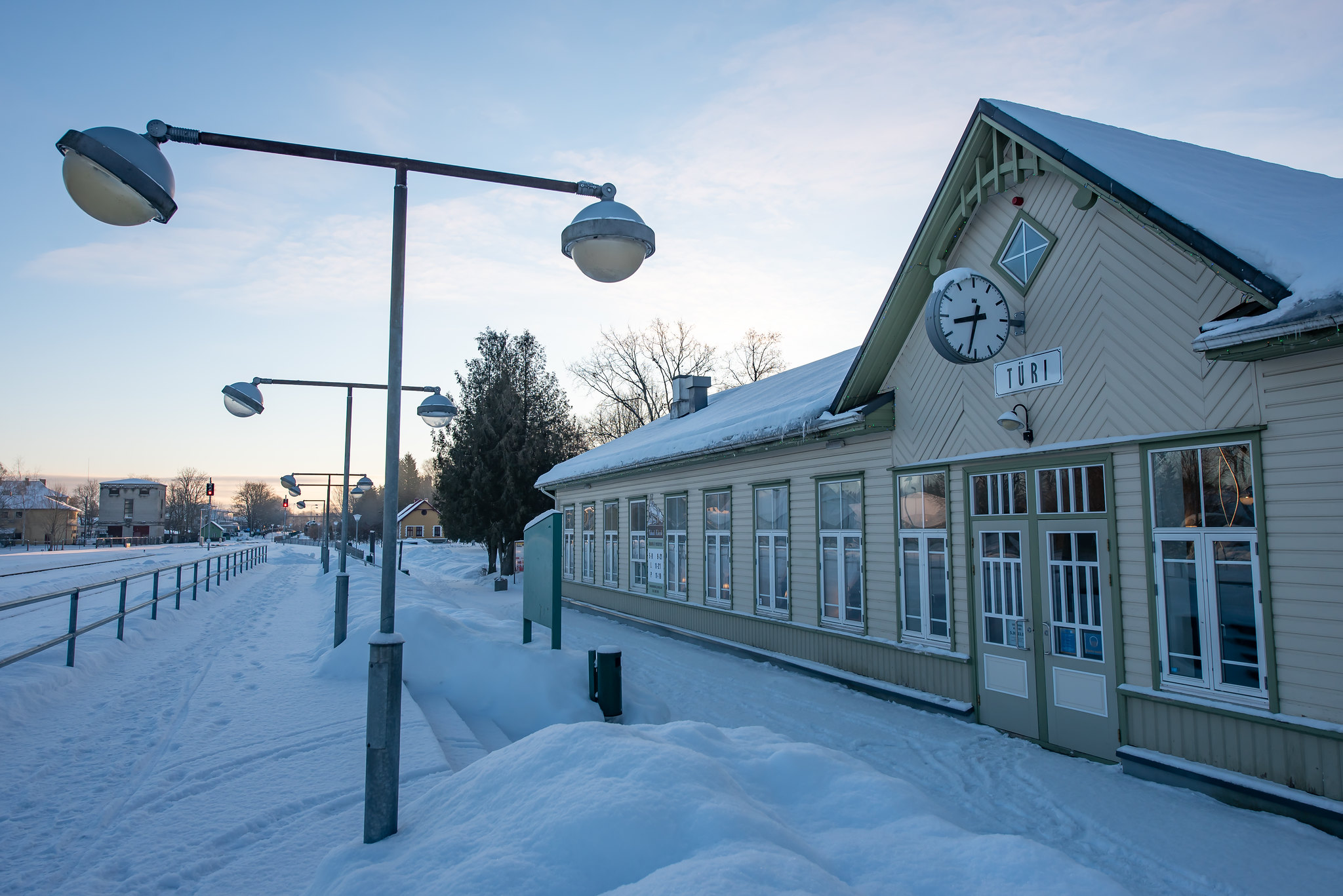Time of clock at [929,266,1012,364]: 8:32
